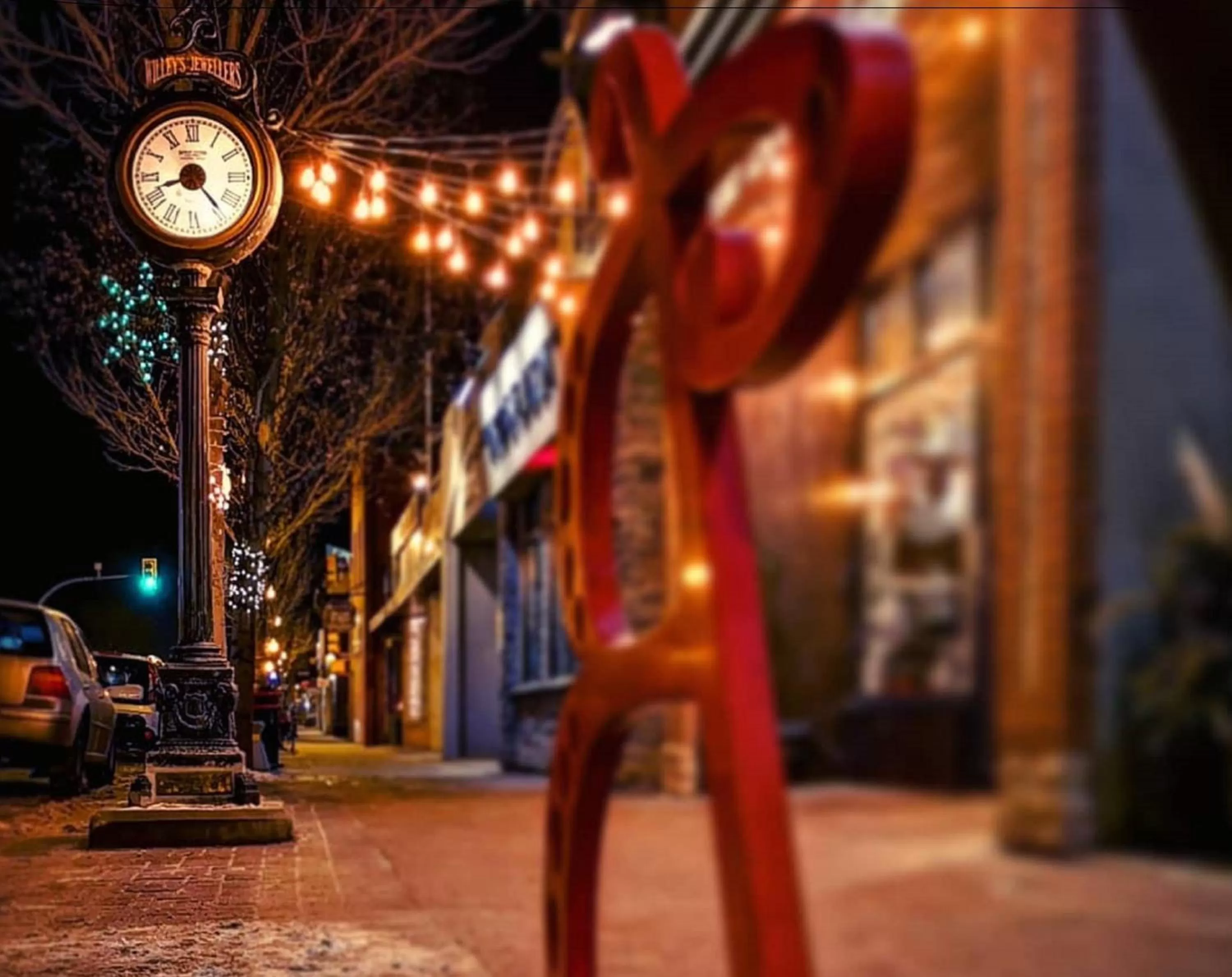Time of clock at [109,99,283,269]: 8:23
